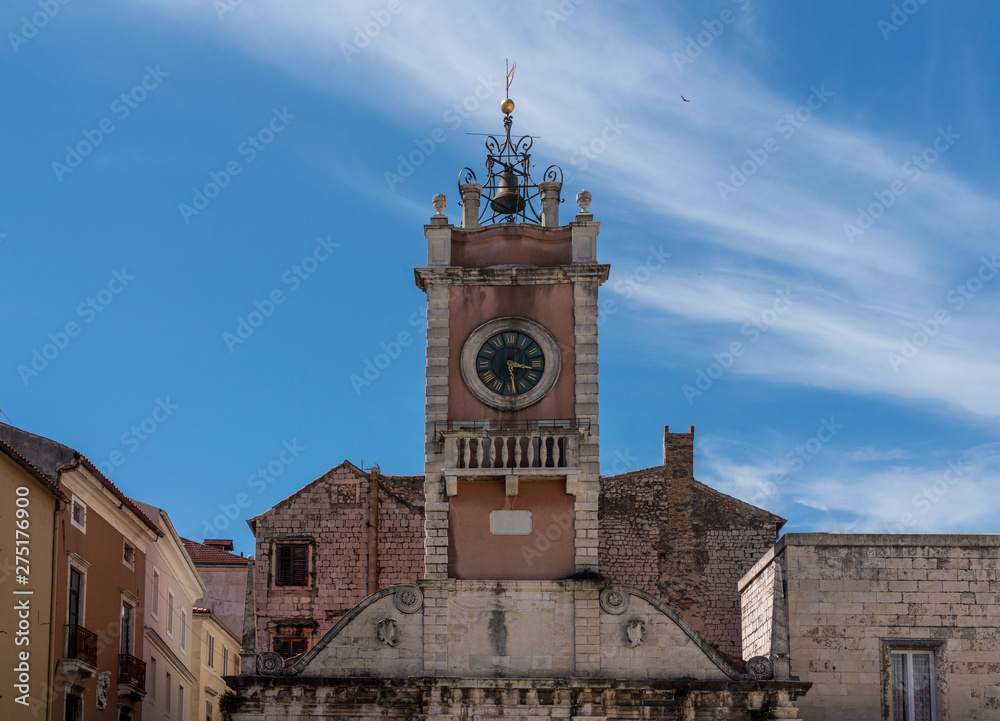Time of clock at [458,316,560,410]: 3:28
